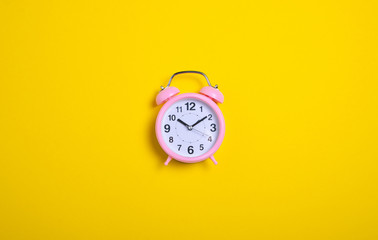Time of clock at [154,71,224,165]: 10:09
